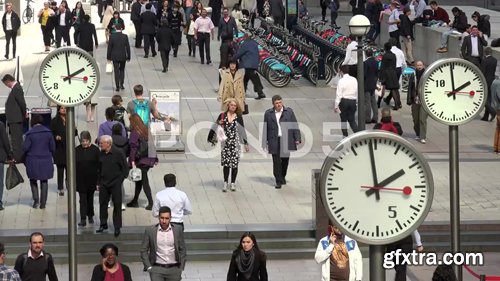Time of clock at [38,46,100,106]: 1:59
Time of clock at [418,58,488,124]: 1:59
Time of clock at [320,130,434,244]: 1:59
